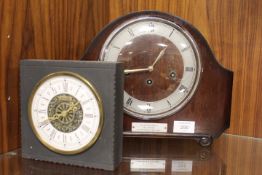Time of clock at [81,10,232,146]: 12:44
